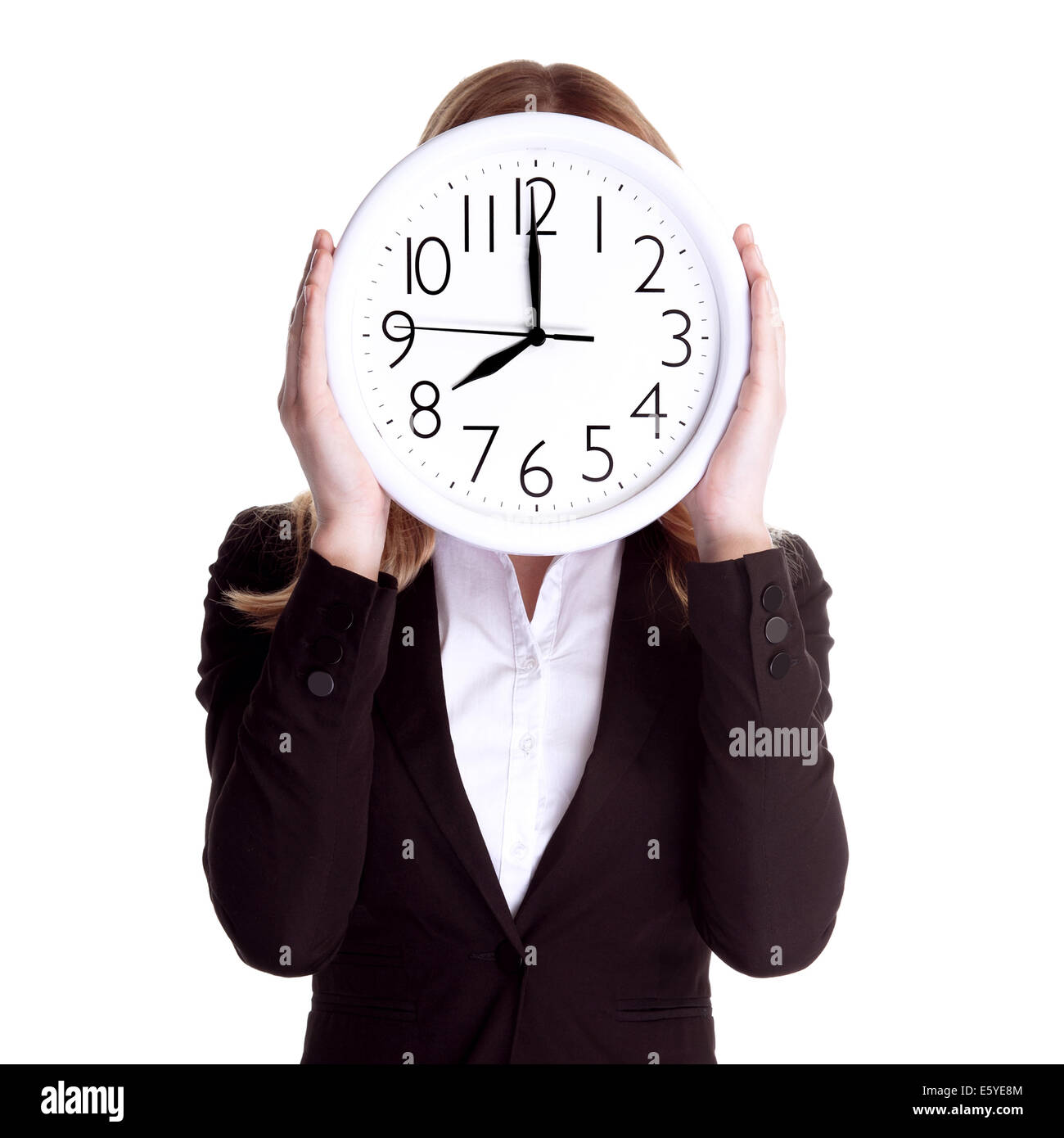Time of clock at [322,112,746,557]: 7:59
